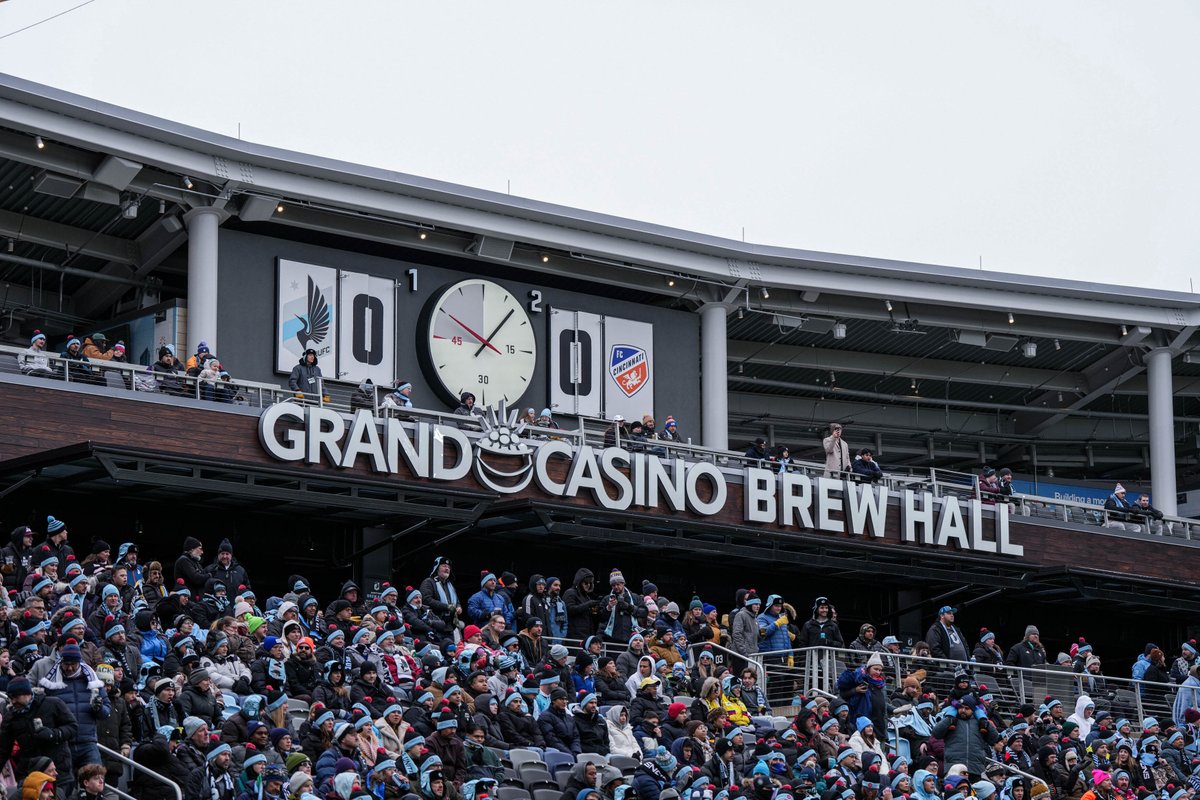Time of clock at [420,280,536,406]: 10:07
